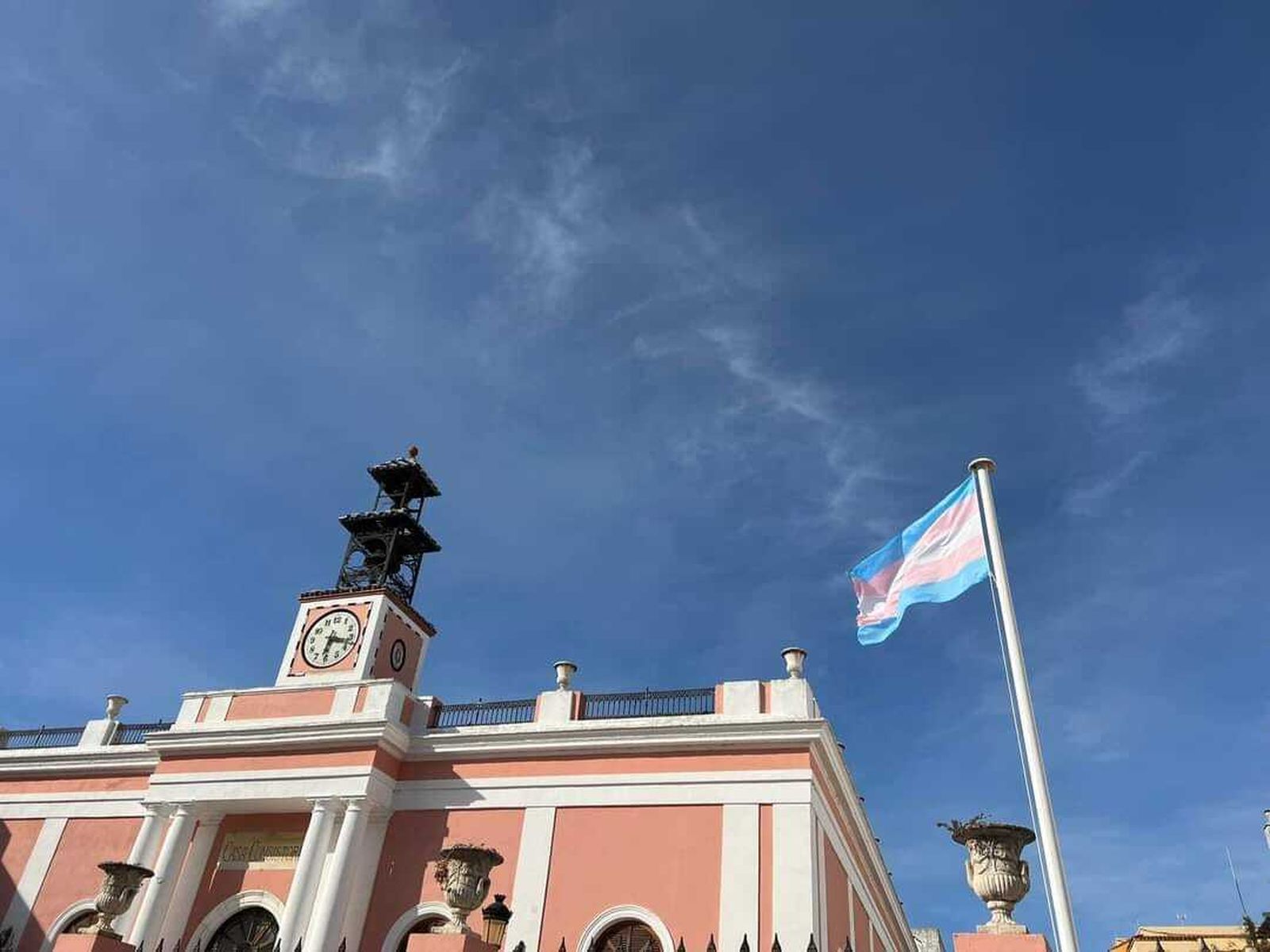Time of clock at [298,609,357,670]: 6:17
